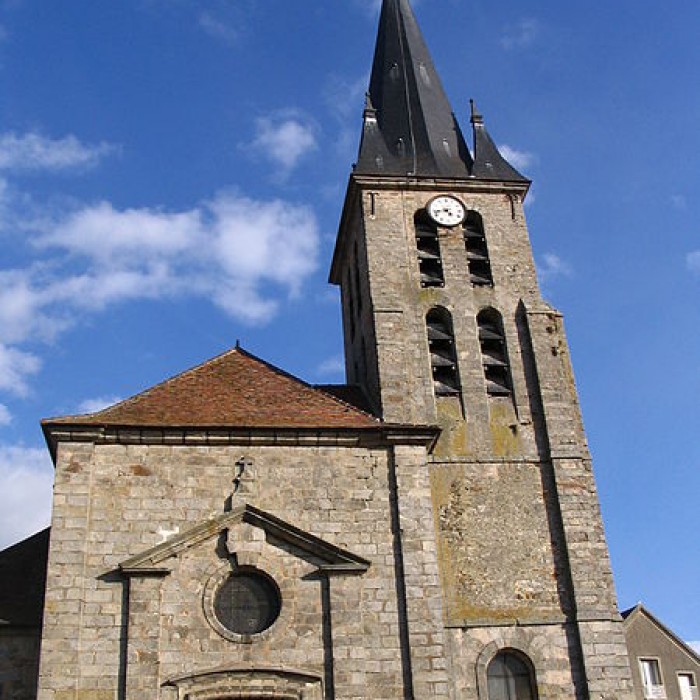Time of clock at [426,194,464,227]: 4:42
